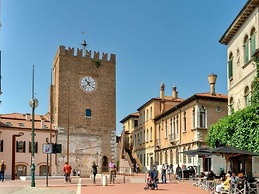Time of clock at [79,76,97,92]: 10:38
